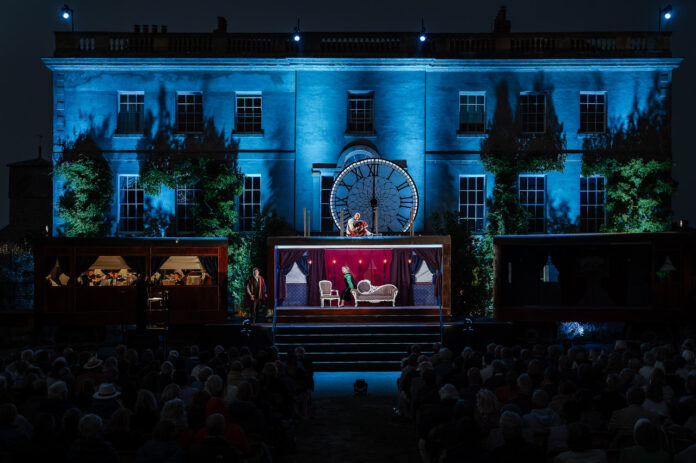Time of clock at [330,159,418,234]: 6:00
